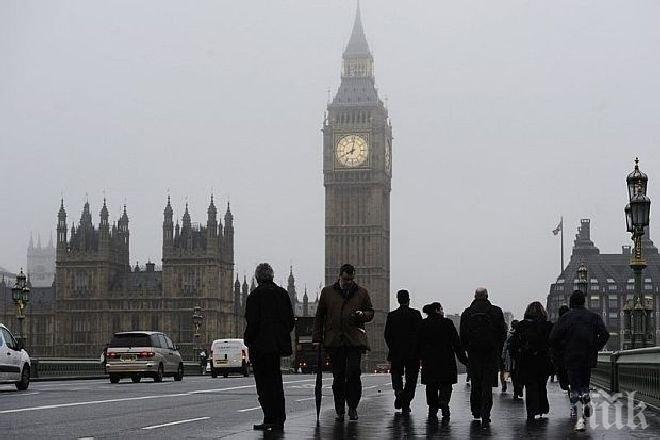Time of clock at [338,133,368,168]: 8:01
